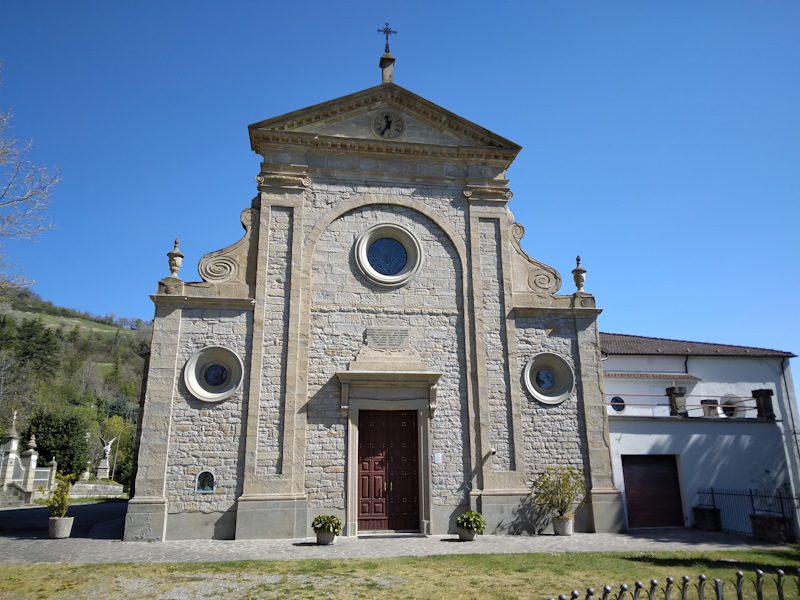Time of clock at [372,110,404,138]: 11:35
